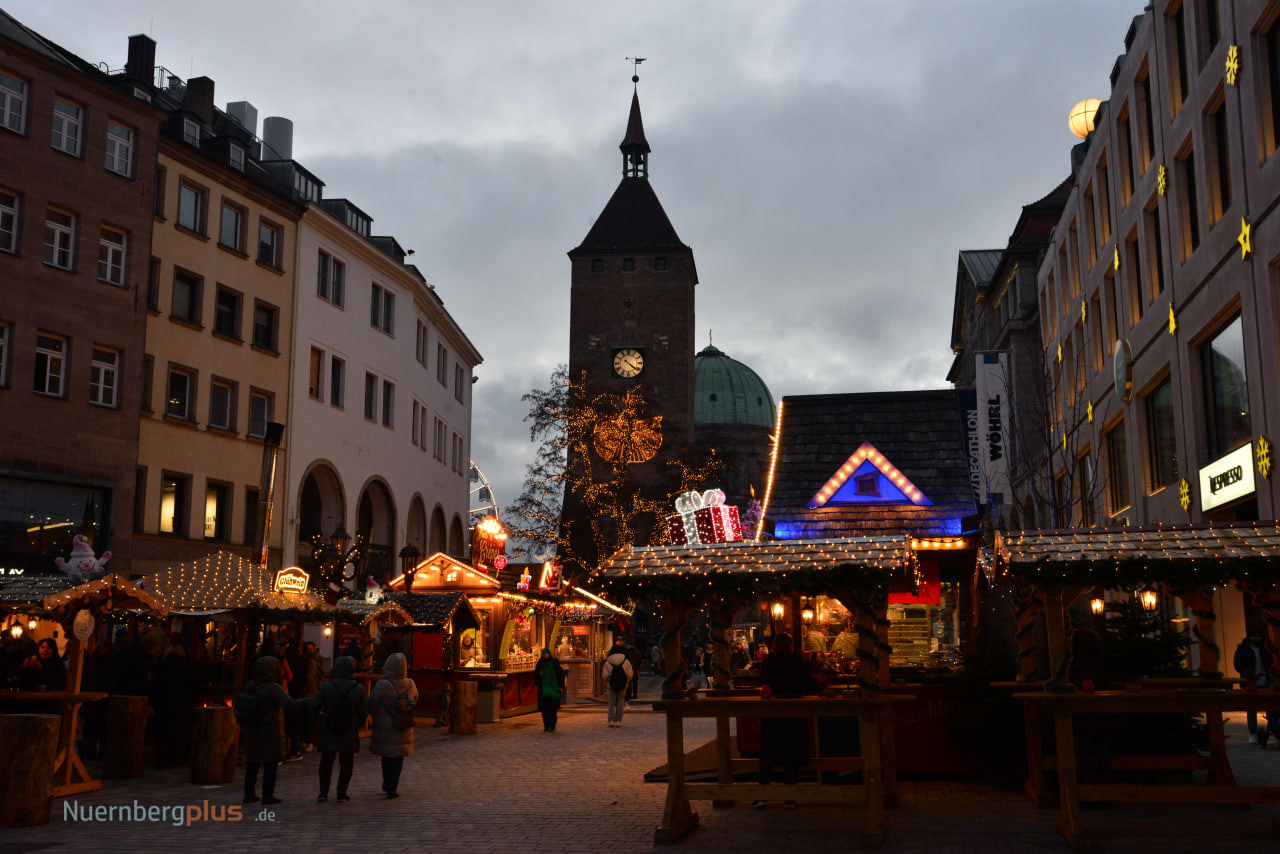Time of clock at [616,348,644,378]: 4:21
